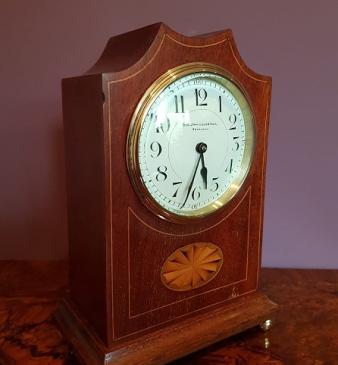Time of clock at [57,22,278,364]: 5:33
